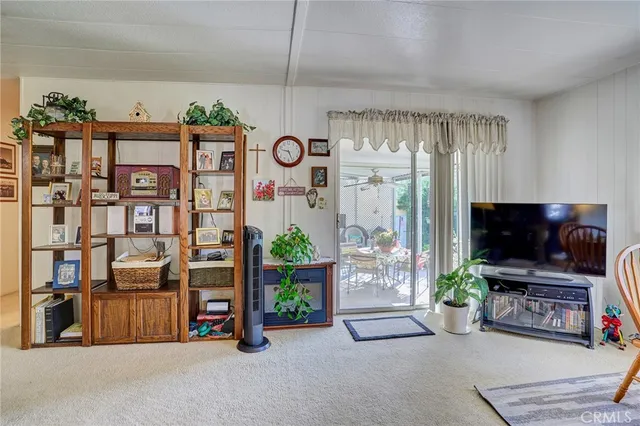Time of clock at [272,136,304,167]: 9:26
